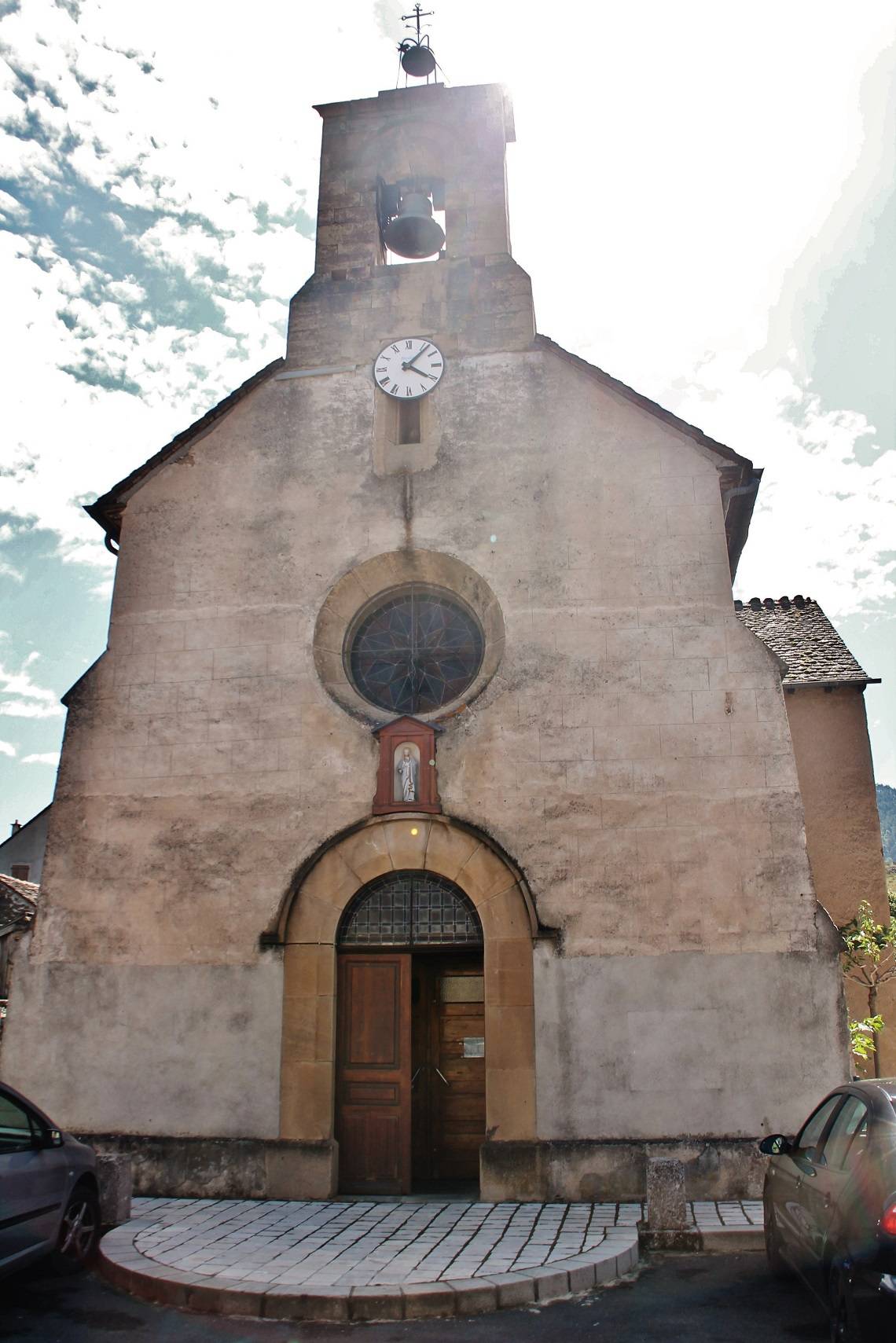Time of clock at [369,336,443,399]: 4:07
